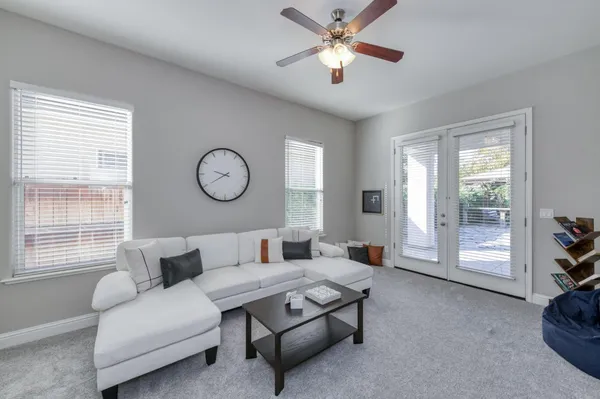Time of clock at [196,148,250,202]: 9:40
